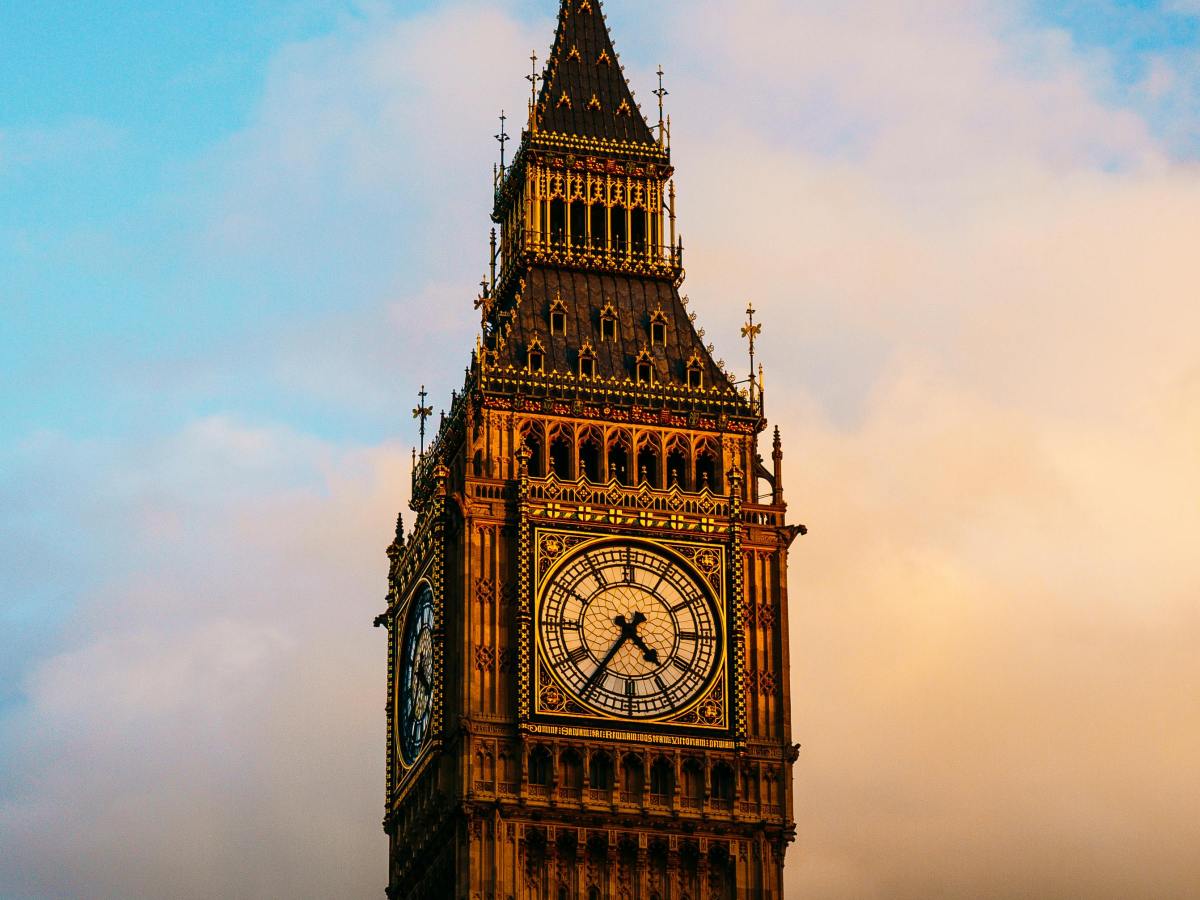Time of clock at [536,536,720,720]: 4:35
